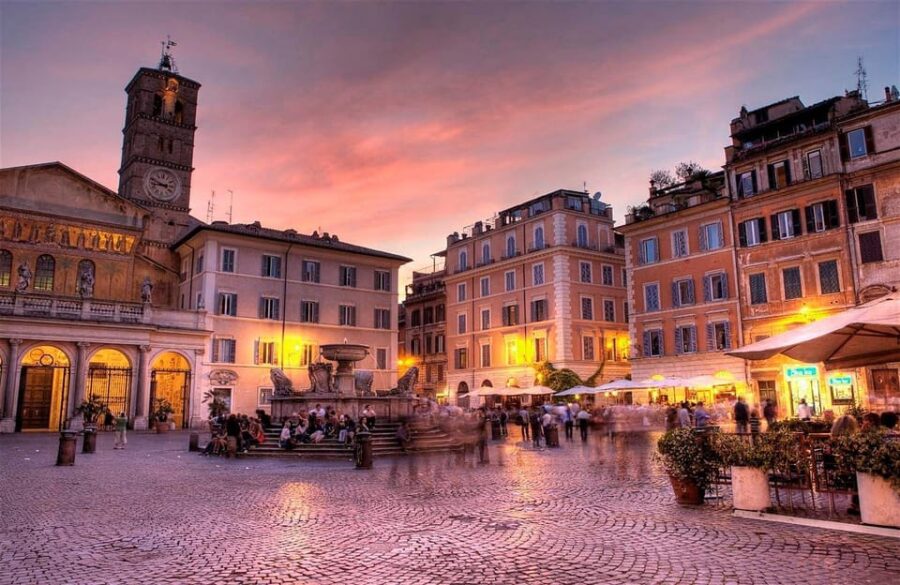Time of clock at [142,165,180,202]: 8:48
